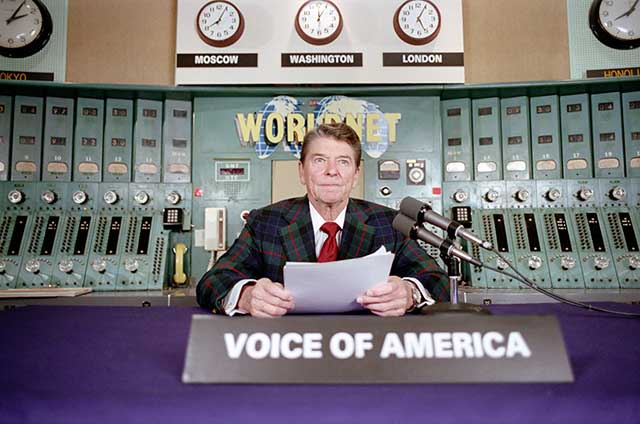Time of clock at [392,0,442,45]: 5:05
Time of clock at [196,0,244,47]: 8:04
